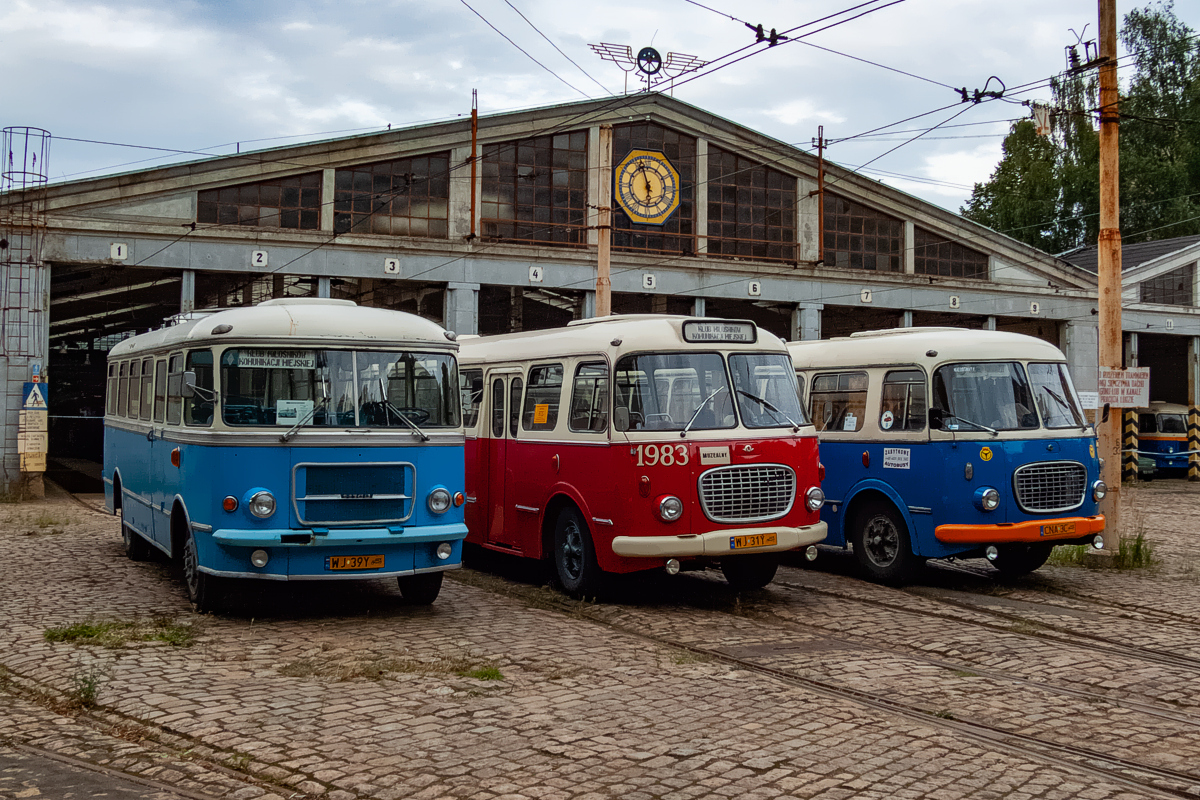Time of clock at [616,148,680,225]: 5:57
